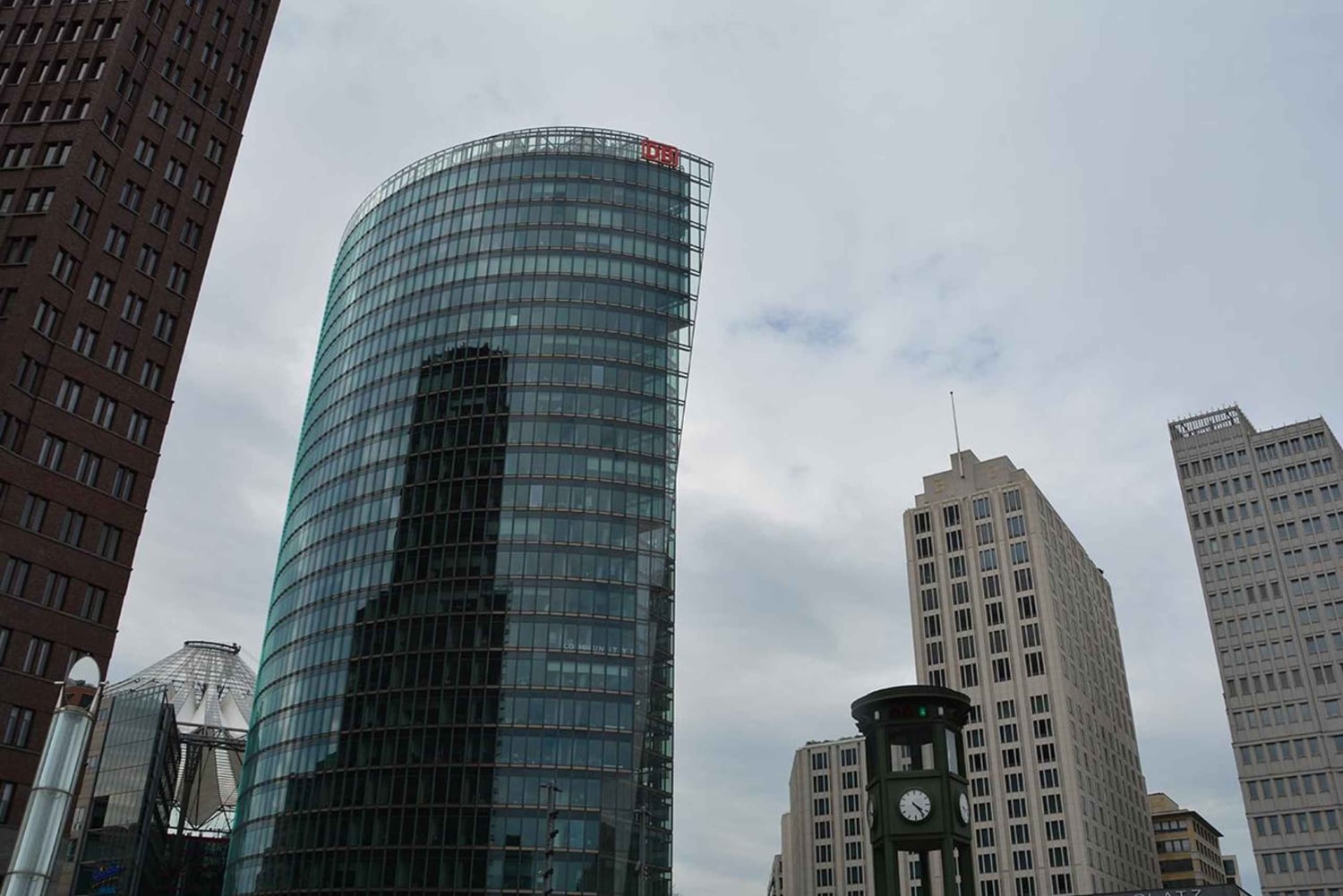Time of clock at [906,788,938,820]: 4:23
